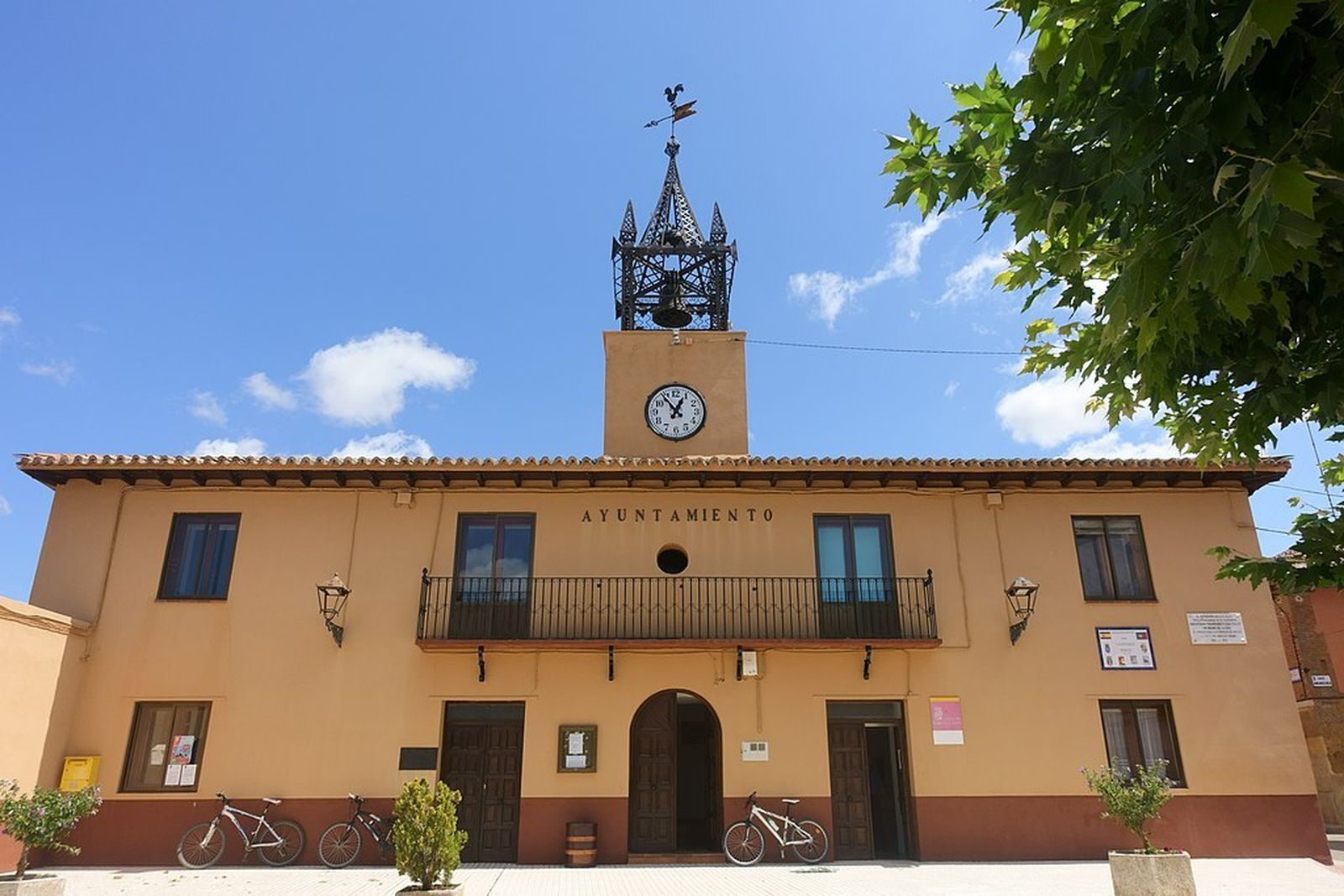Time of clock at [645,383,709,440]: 12:53
